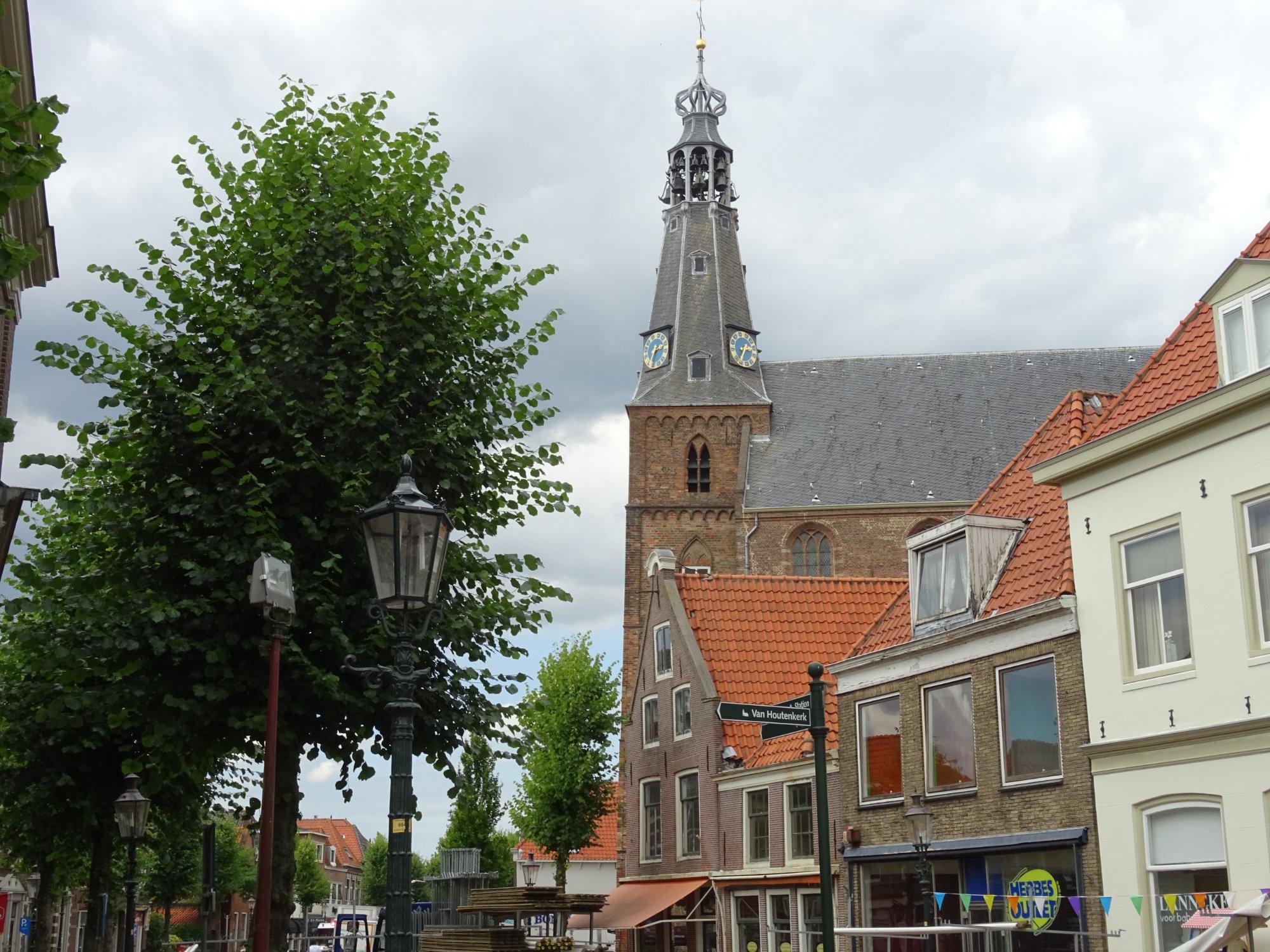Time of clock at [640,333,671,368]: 2:33
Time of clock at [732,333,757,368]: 2:34
